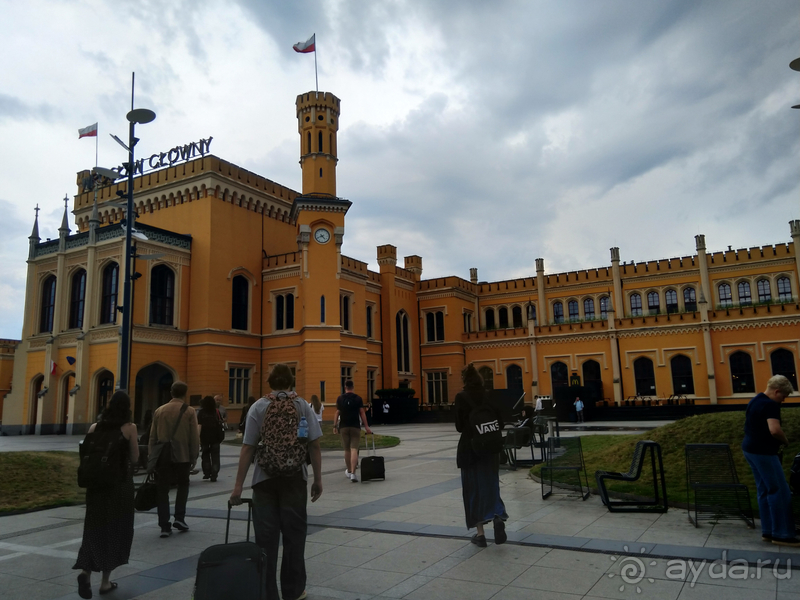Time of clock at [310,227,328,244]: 4:40
